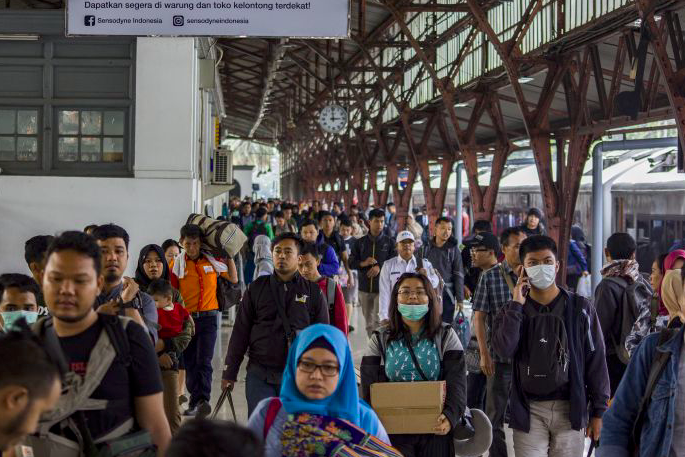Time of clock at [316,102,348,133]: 3:00
